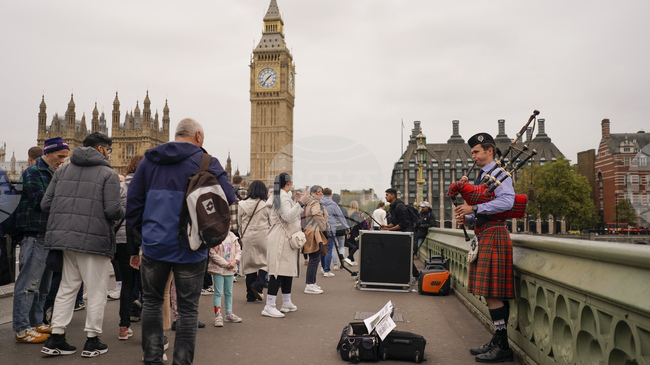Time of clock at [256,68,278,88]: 1:36
